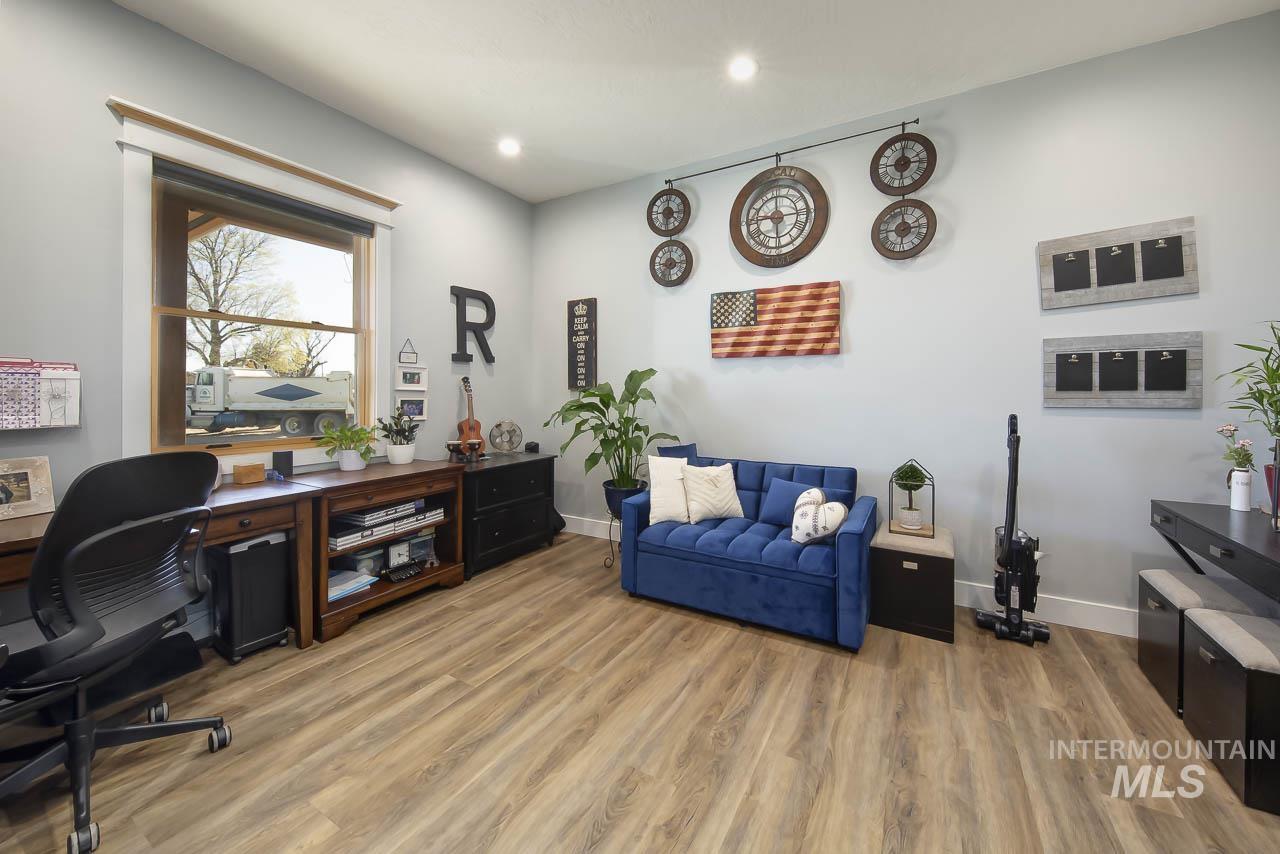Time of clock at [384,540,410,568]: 5:18
